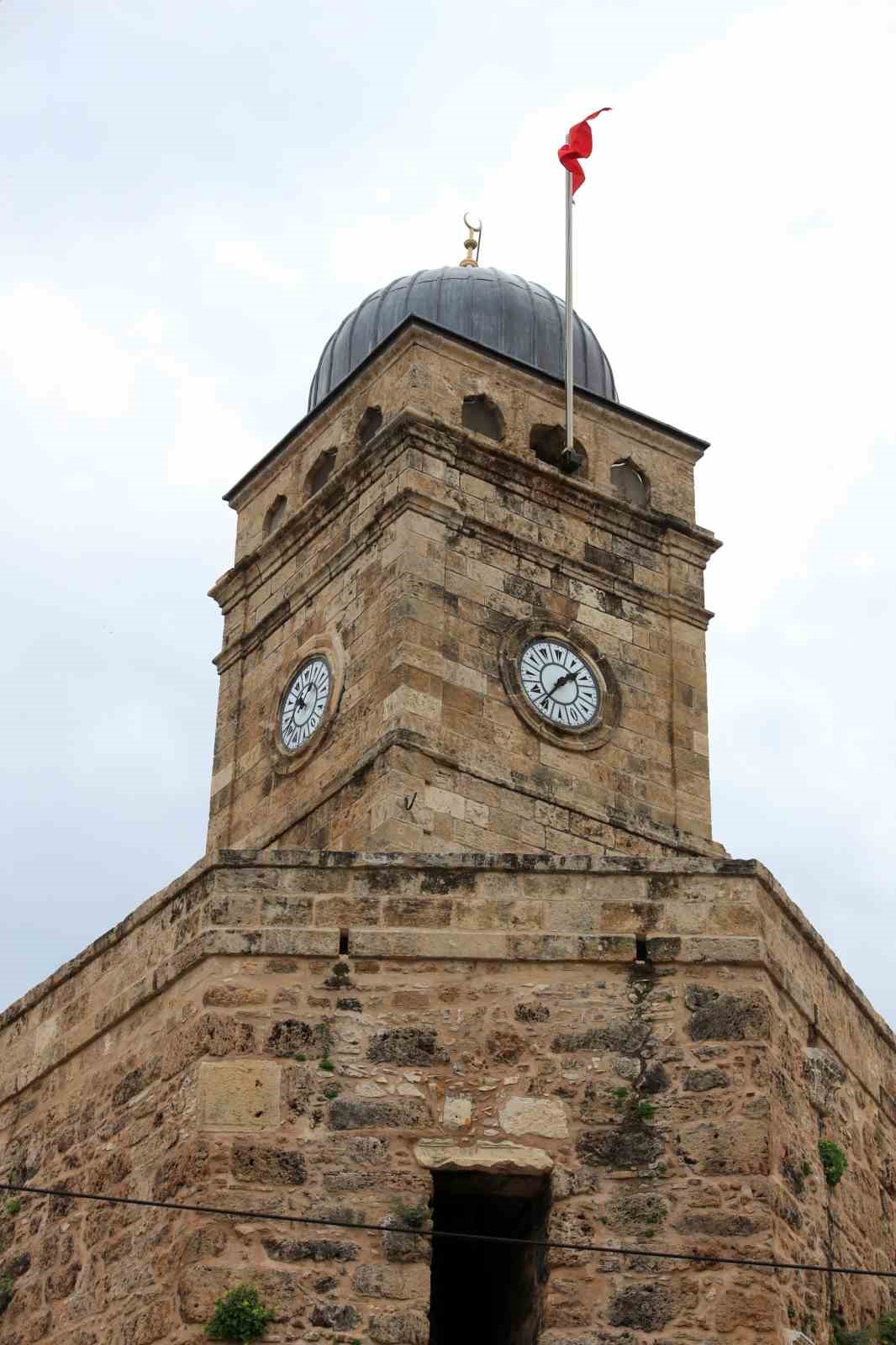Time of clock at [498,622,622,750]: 1:36
